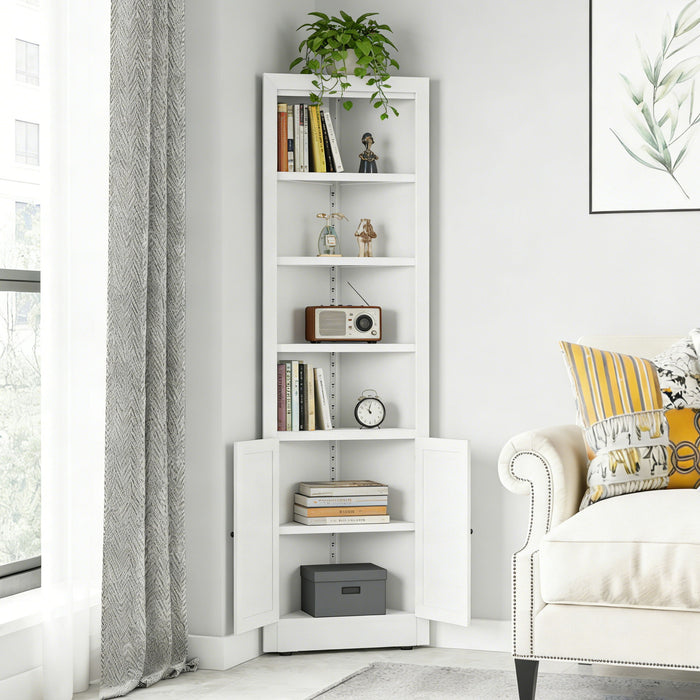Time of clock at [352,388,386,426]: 11:02
